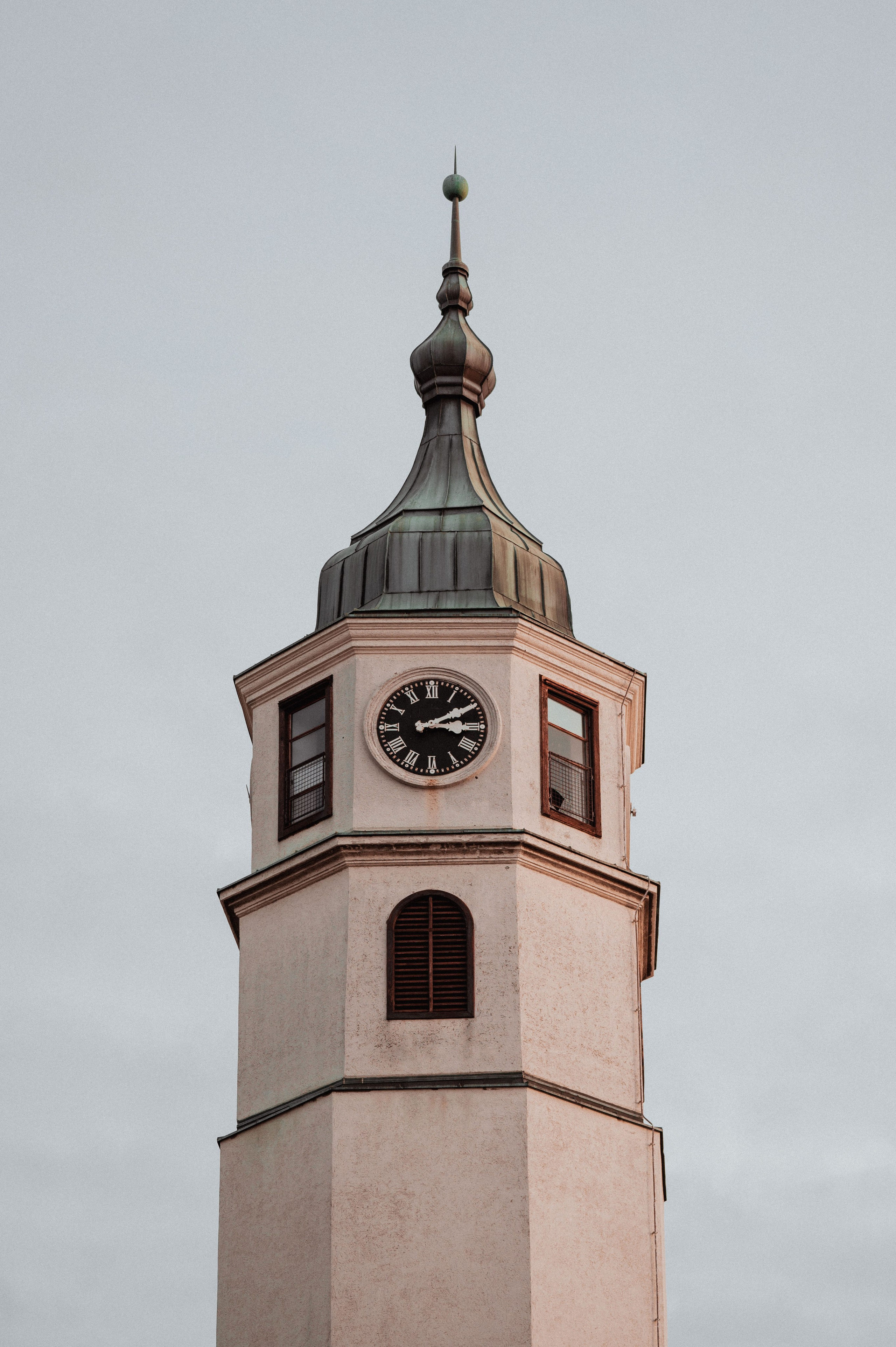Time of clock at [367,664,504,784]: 3:10
